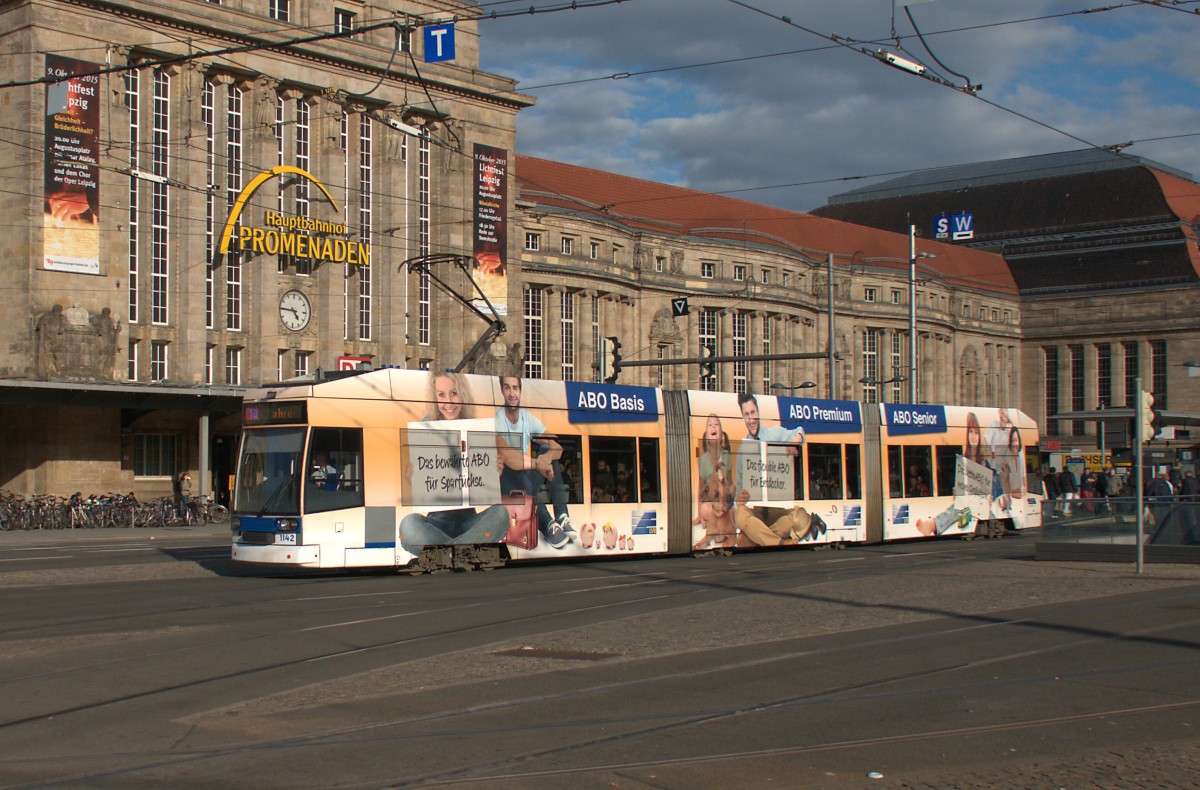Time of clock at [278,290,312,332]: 4:45
